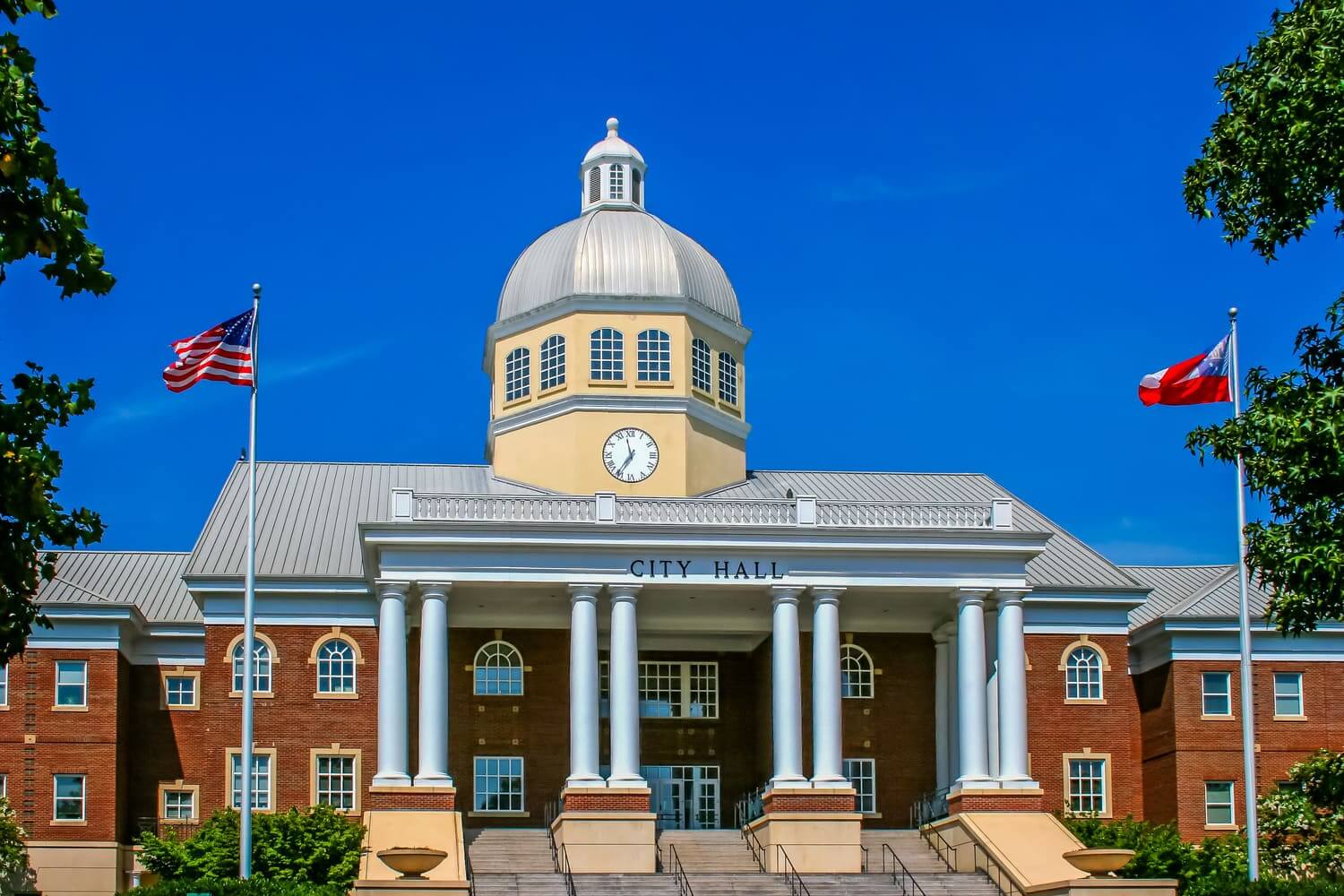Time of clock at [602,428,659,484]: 11:35
